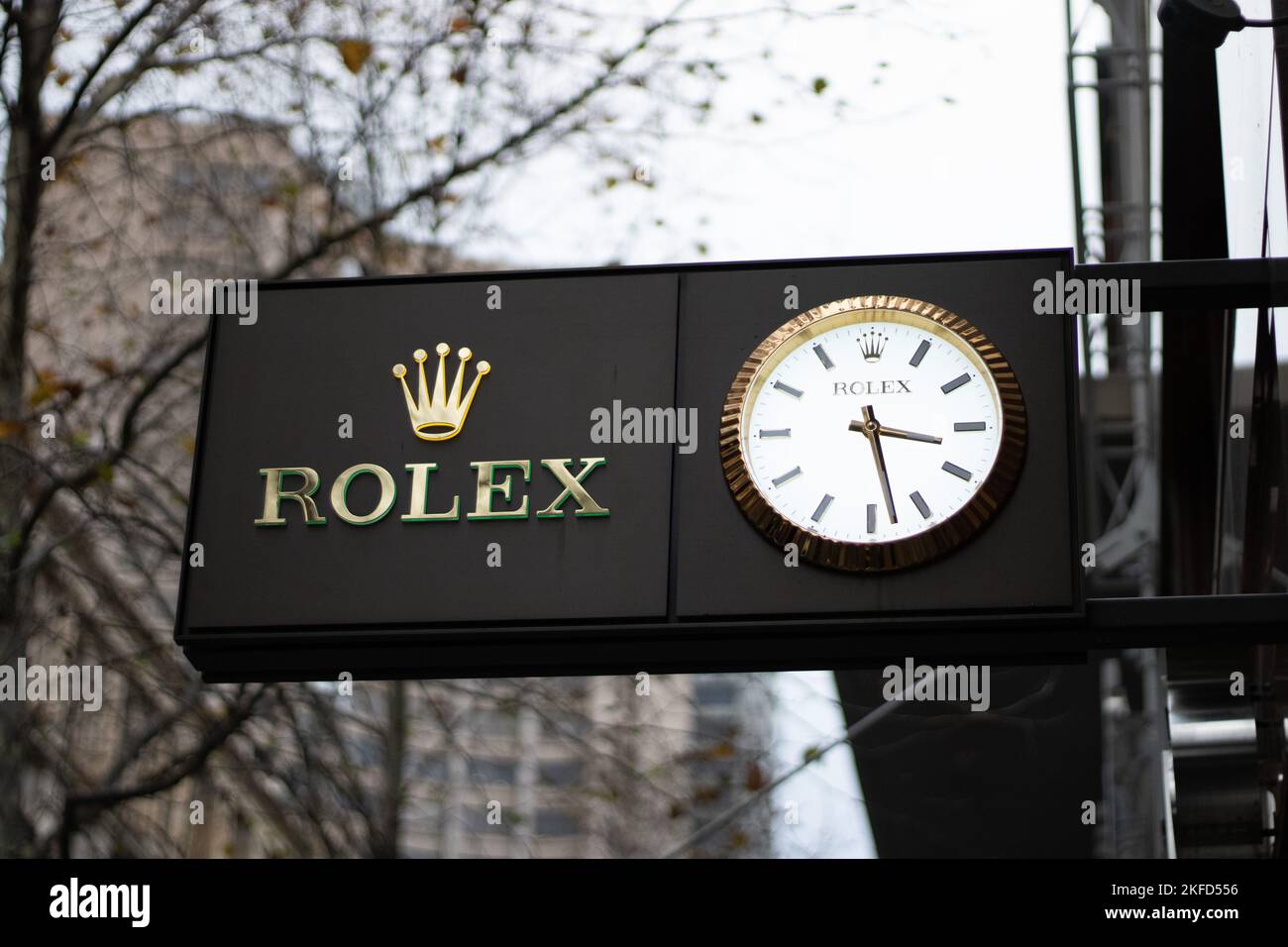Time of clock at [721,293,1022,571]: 3:27
